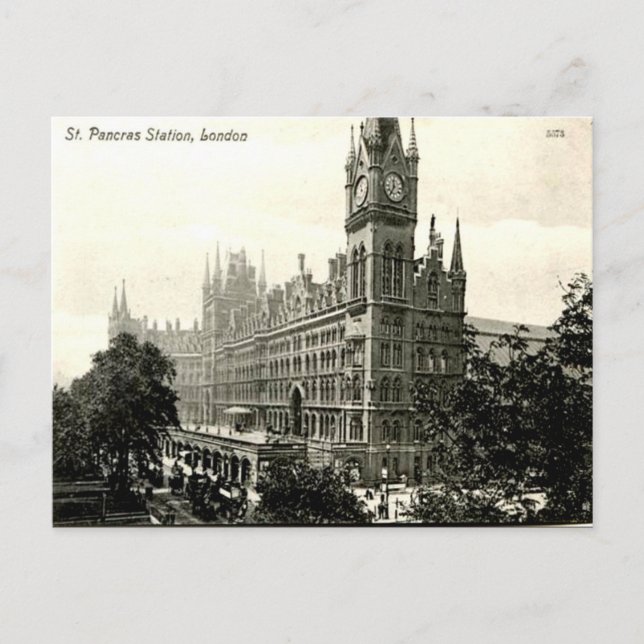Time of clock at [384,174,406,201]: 11:35
